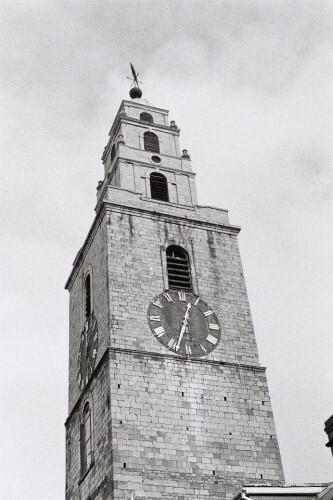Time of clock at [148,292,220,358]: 12:33
